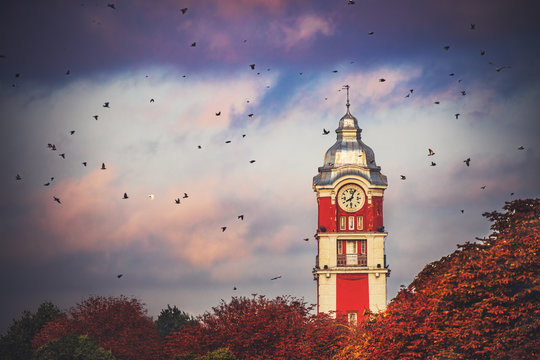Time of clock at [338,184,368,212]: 8:03
